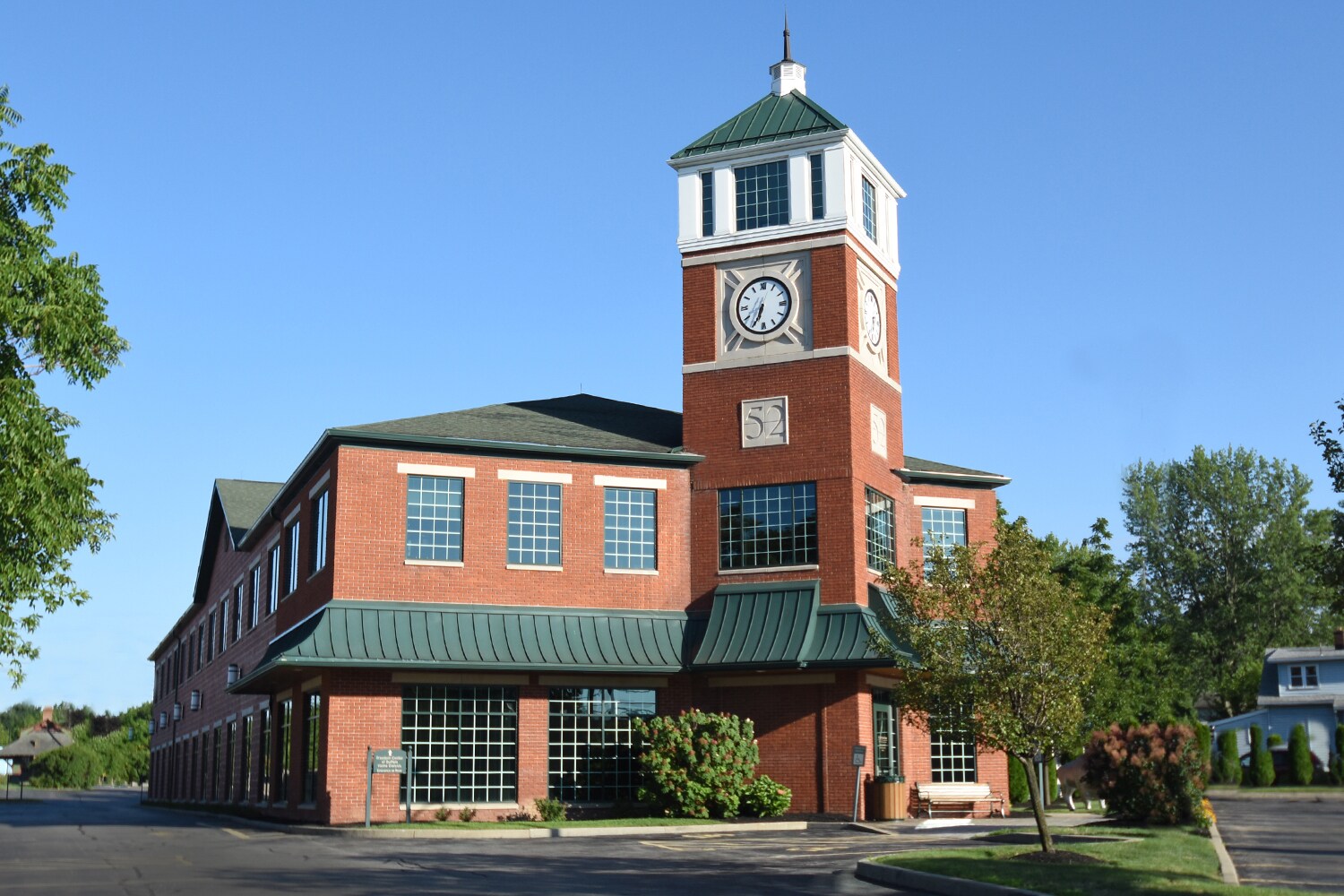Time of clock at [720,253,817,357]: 6:34
